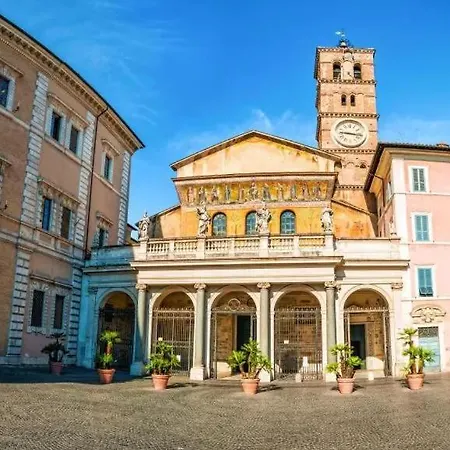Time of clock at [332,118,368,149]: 9:16
